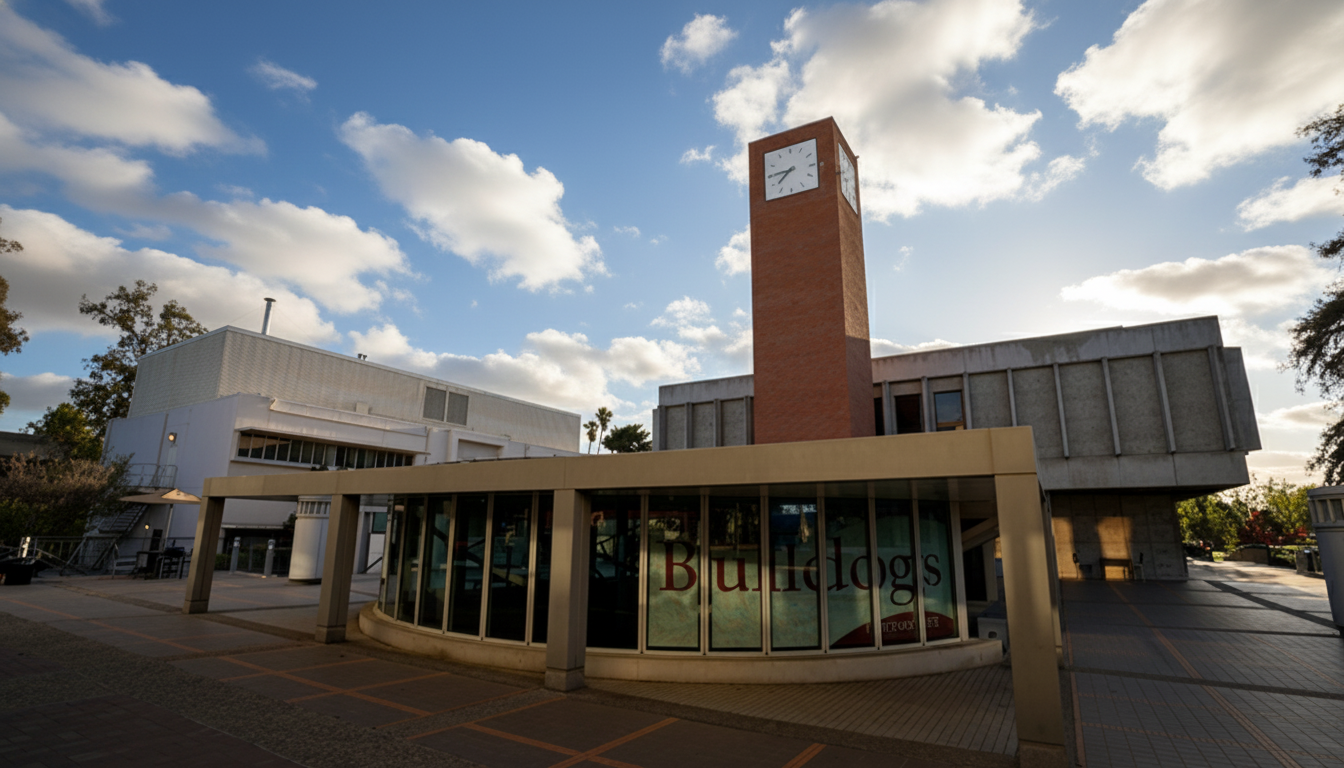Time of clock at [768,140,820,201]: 7:45
